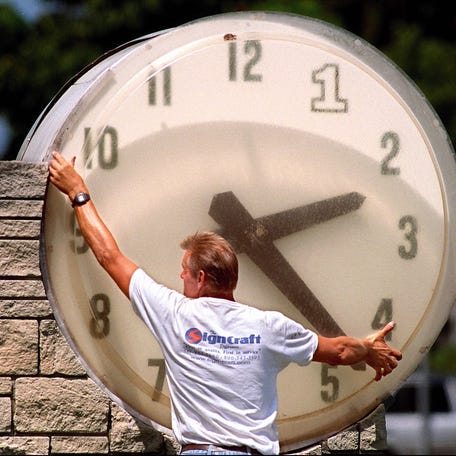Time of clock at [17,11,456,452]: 2:23
